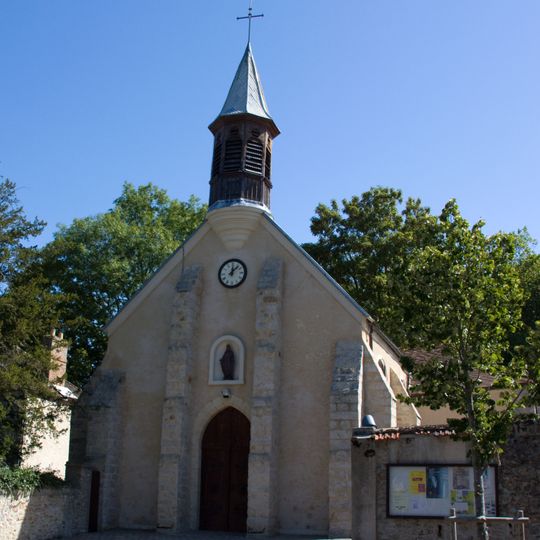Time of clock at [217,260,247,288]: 12:07
